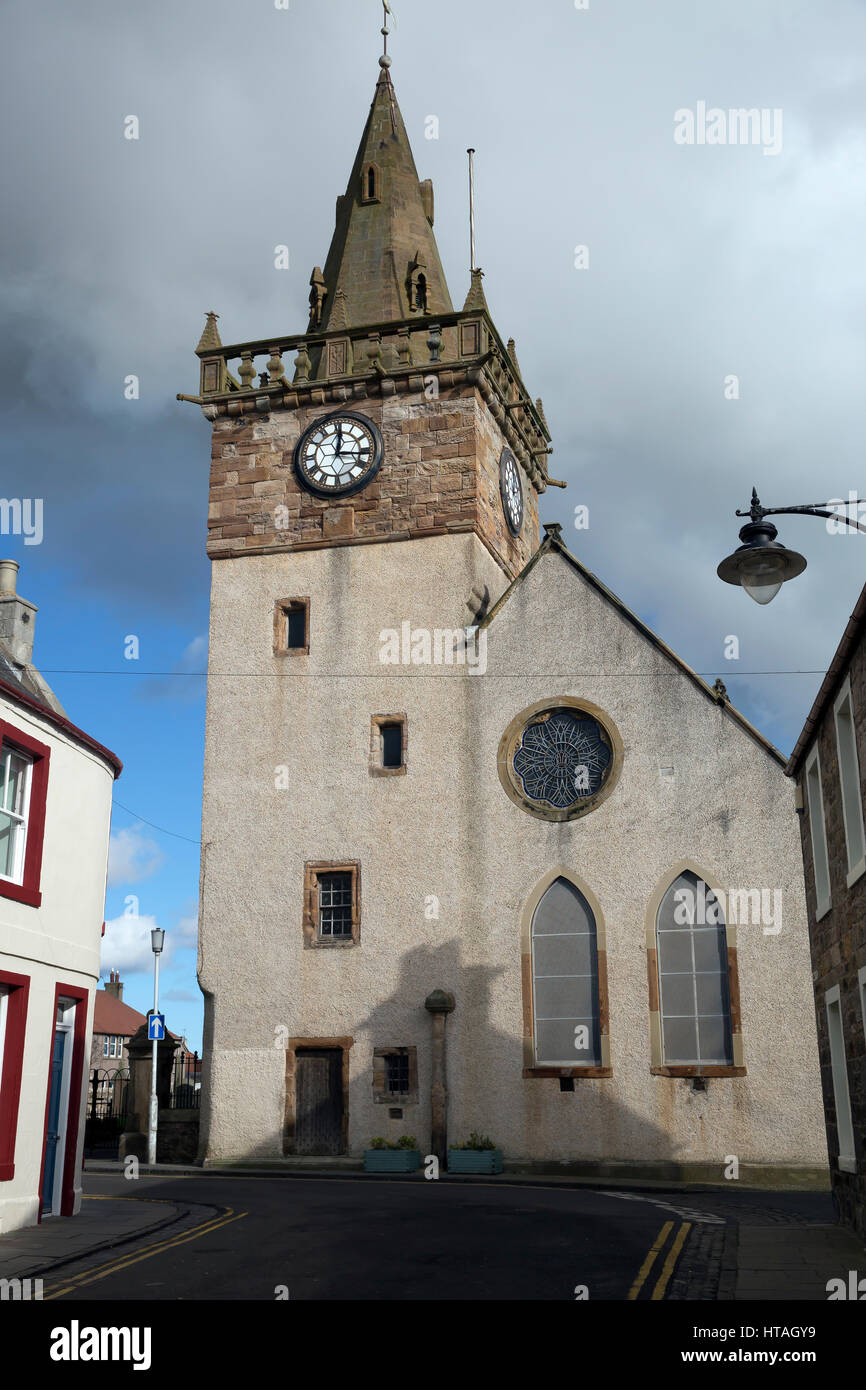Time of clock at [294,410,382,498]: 12:16
